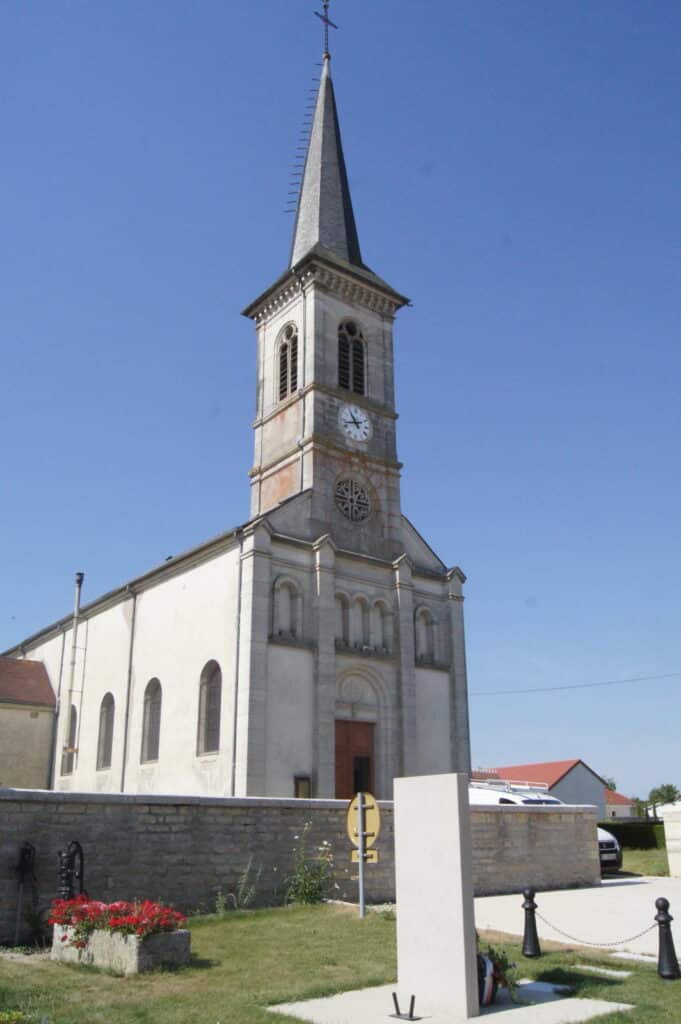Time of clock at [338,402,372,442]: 10:42
